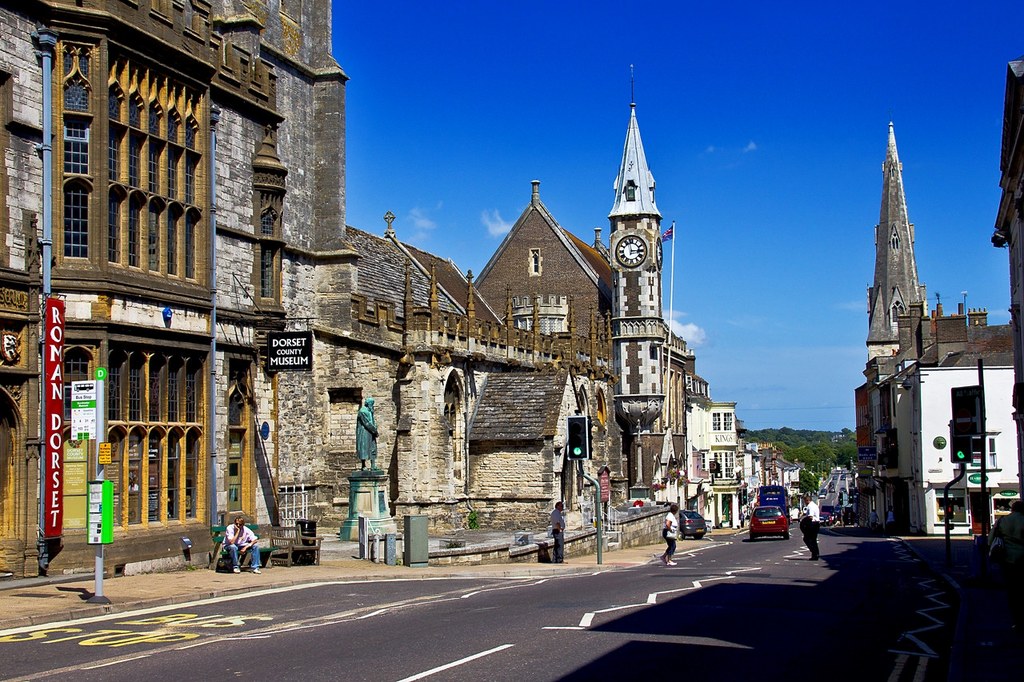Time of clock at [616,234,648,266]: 2:58
